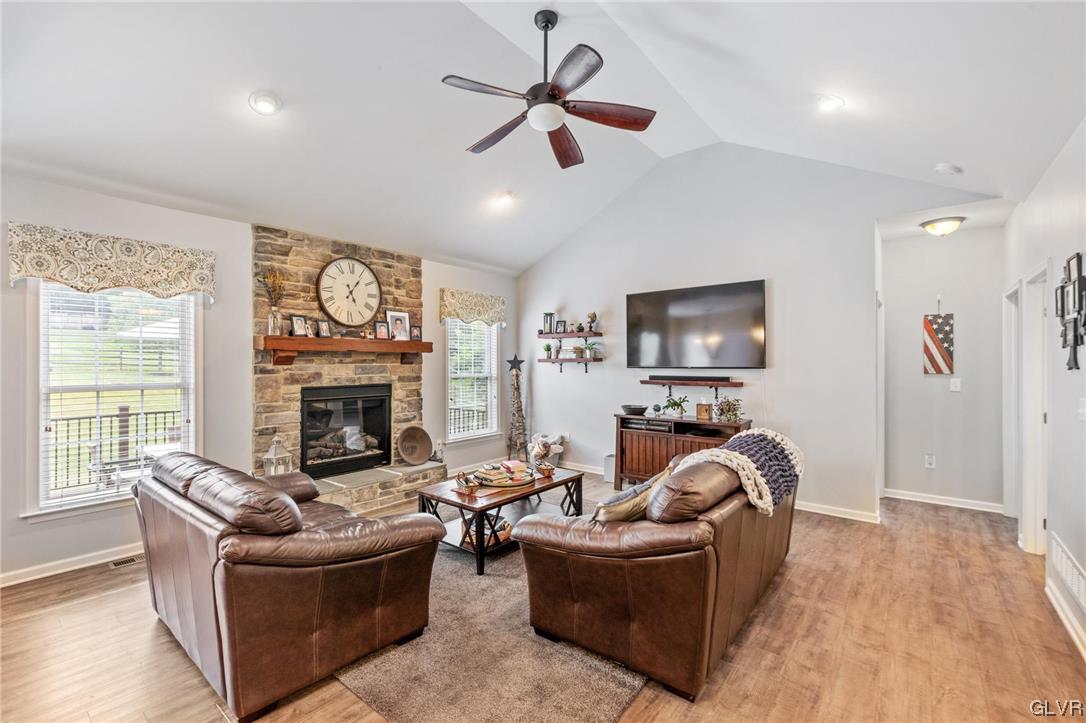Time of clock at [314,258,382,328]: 5:05
